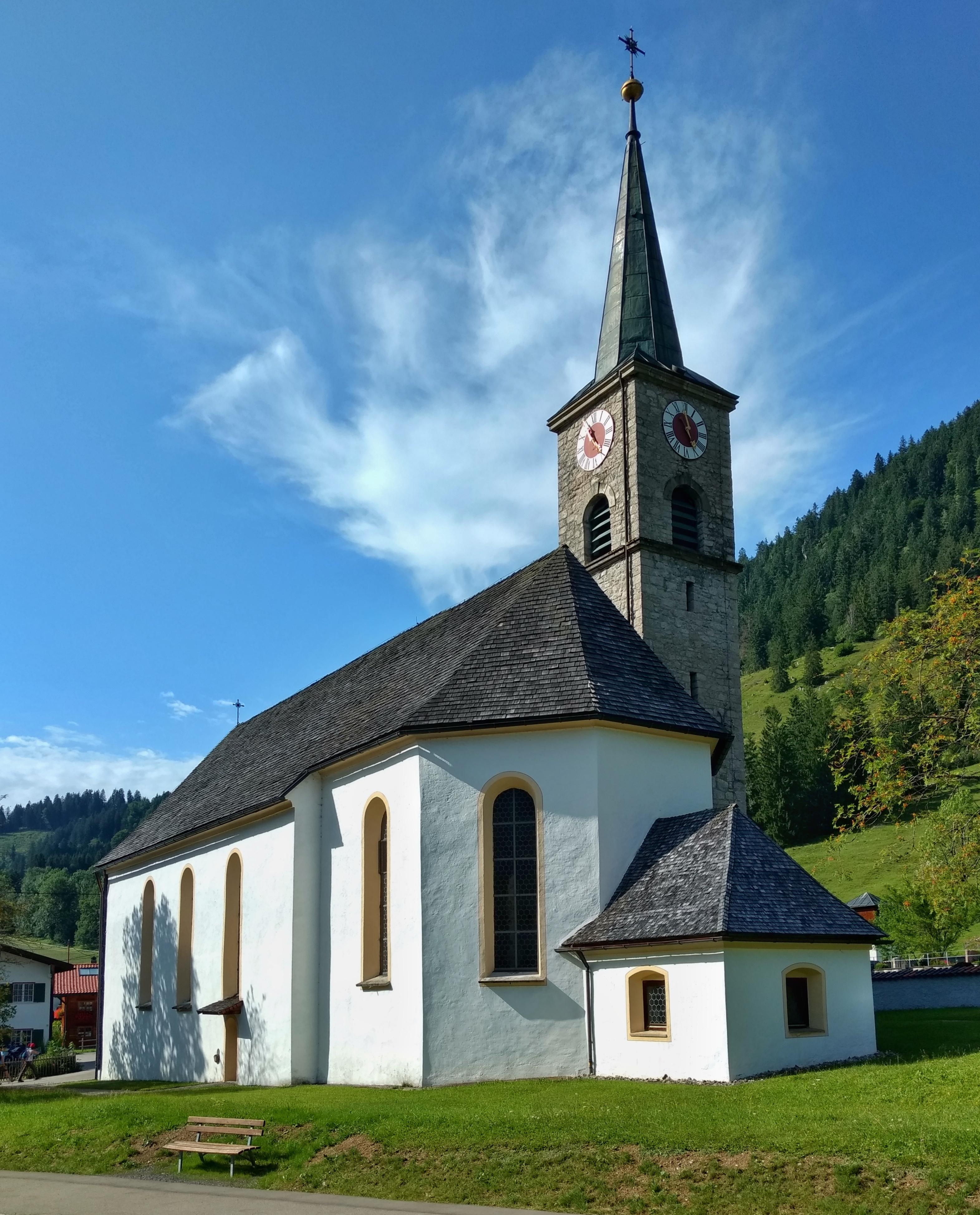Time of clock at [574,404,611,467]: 4:56
